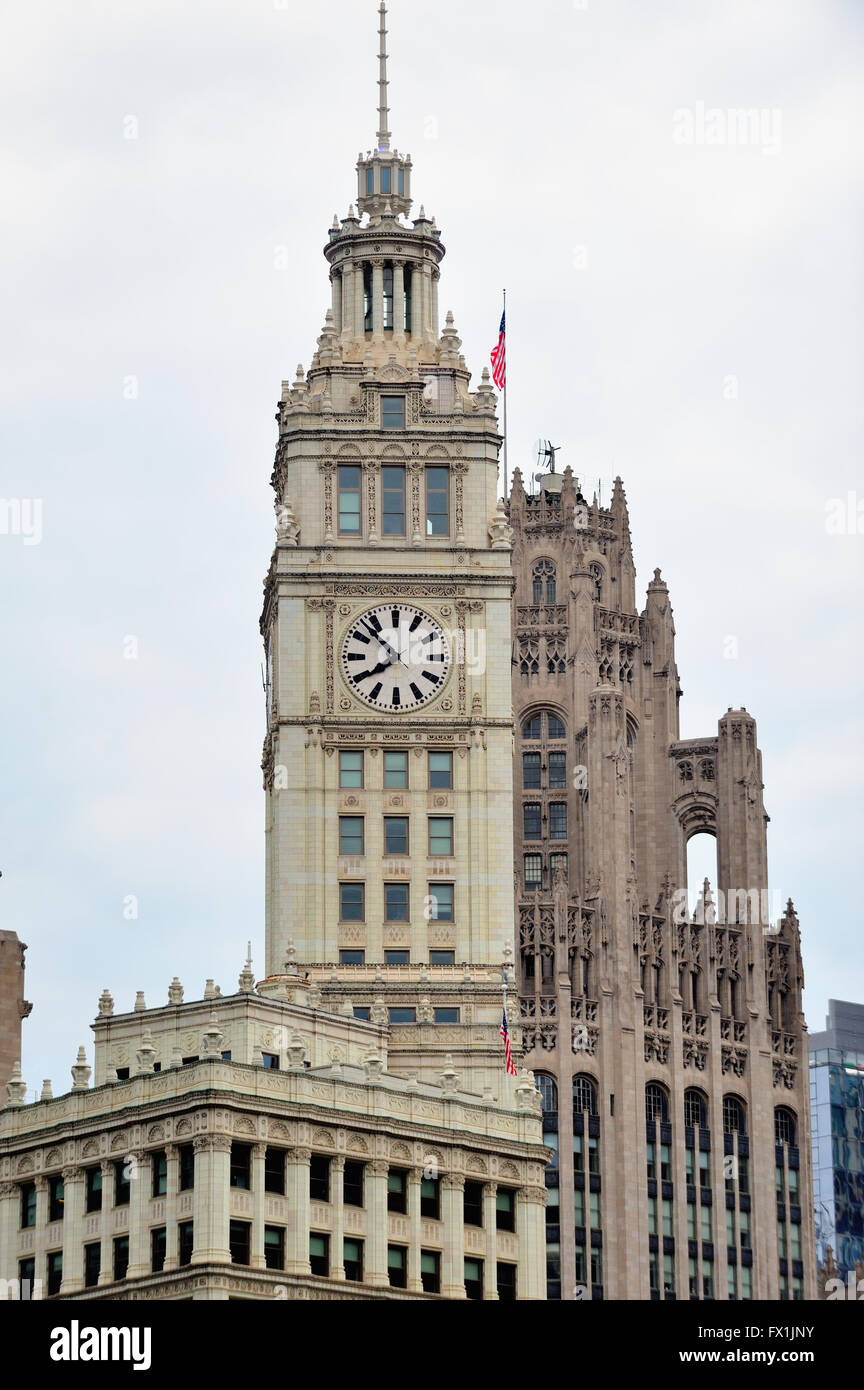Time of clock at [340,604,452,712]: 7:52
